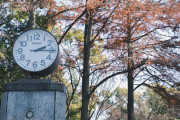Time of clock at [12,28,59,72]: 2:15
